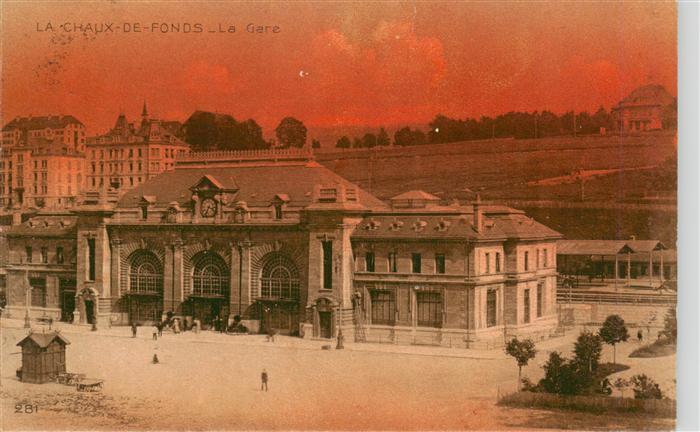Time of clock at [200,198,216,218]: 3:33
